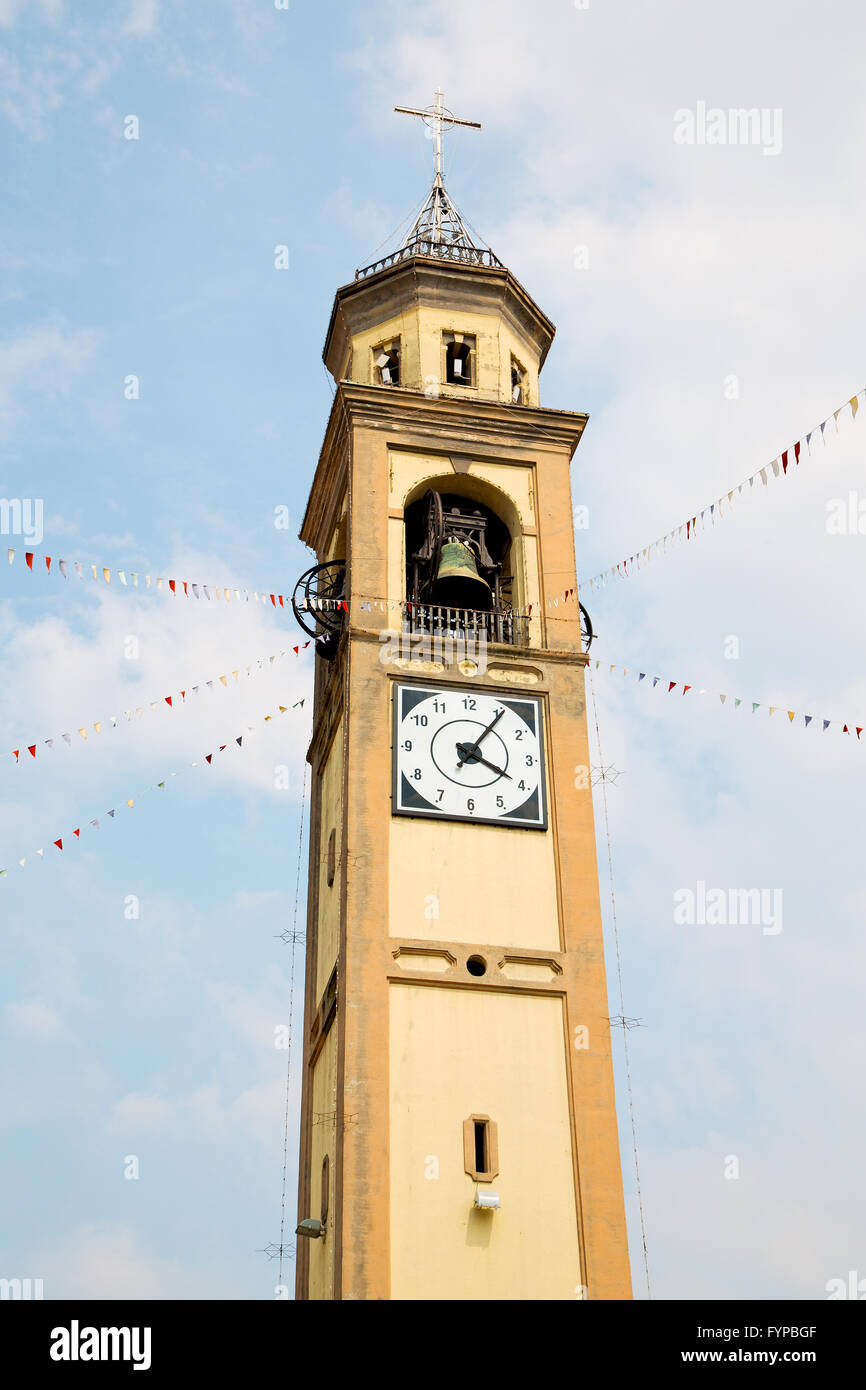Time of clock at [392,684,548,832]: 4:05
